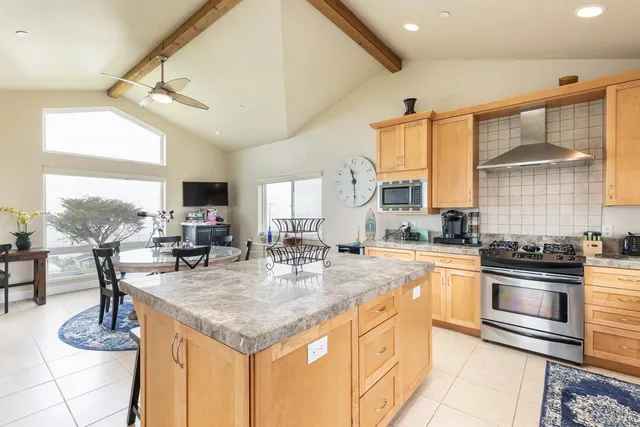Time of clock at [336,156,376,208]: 11:29
